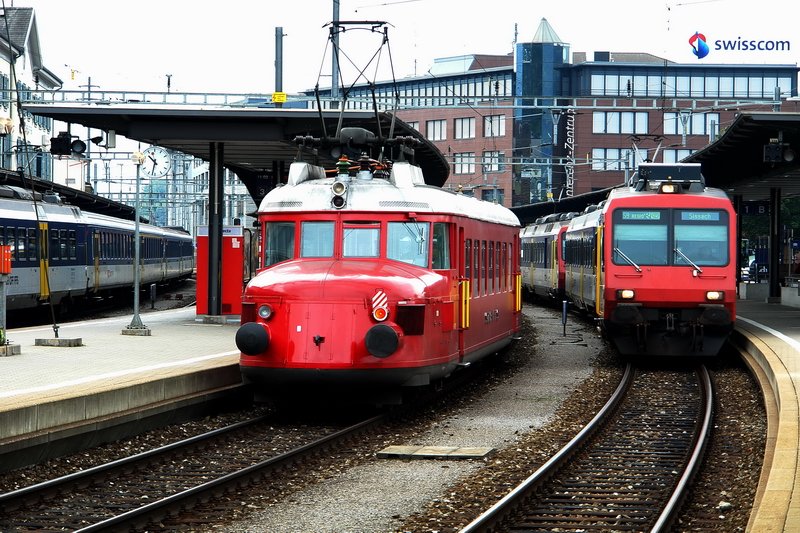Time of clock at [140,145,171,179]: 10:32
